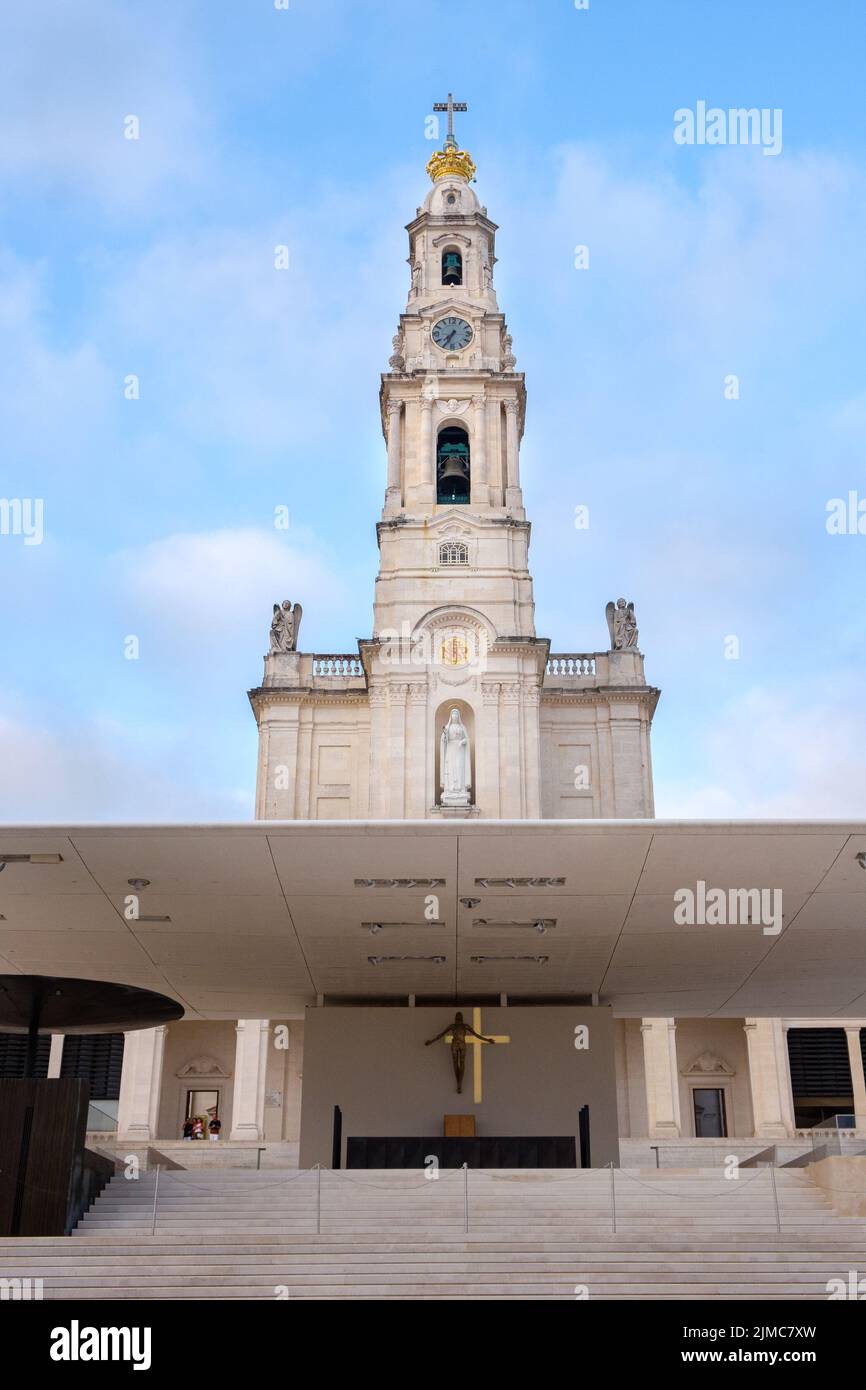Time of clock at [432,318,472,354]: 7:34
